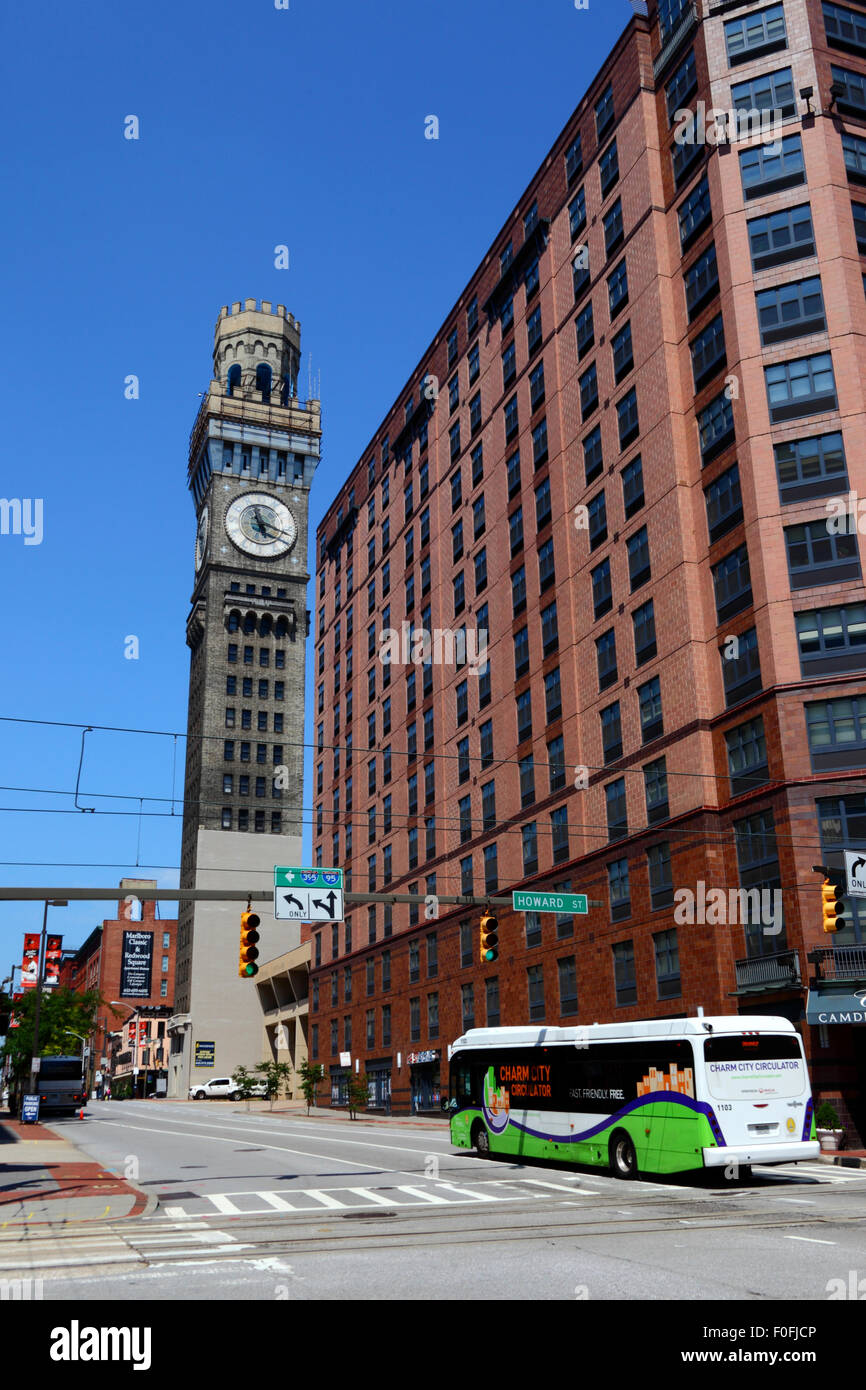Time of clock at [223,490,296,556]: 5:18
